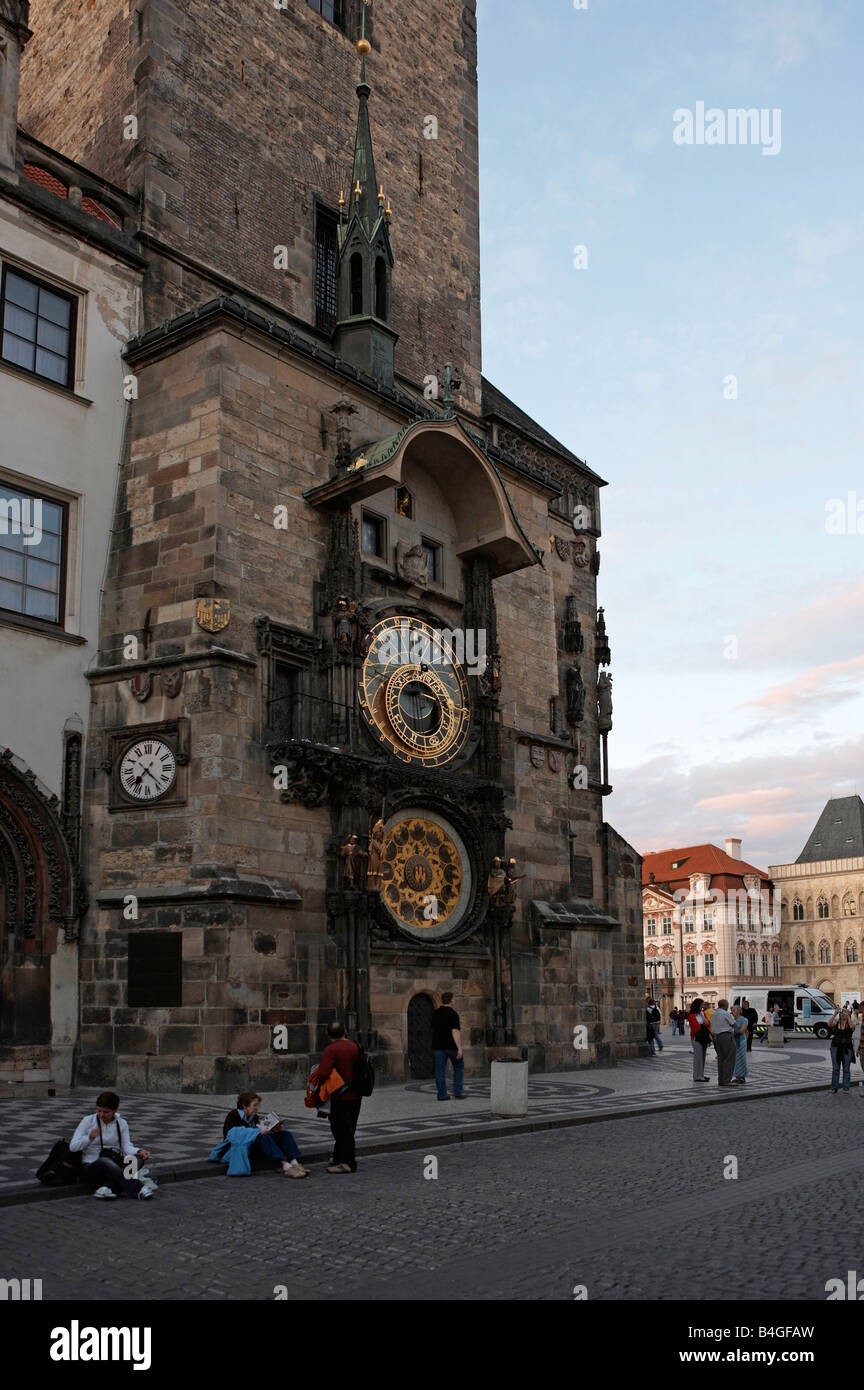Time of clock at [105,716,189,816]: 7:22
